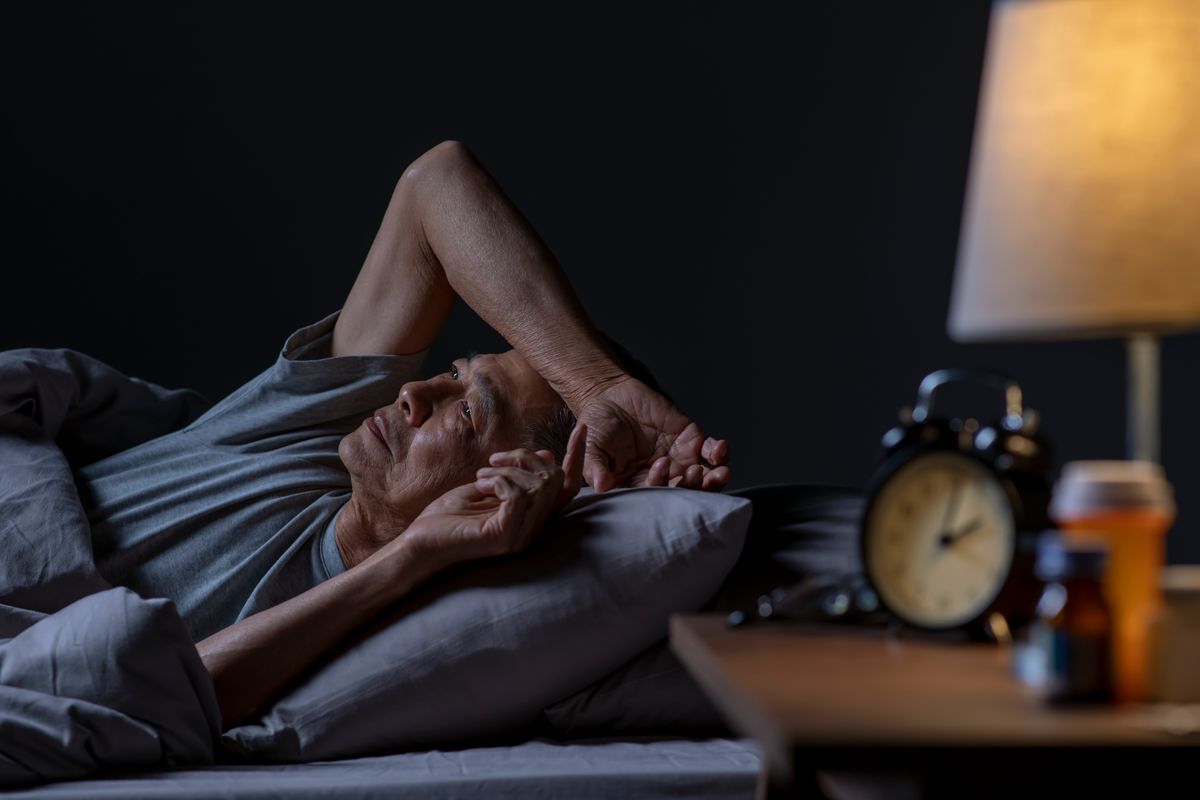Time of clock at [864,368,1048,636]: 2:02
